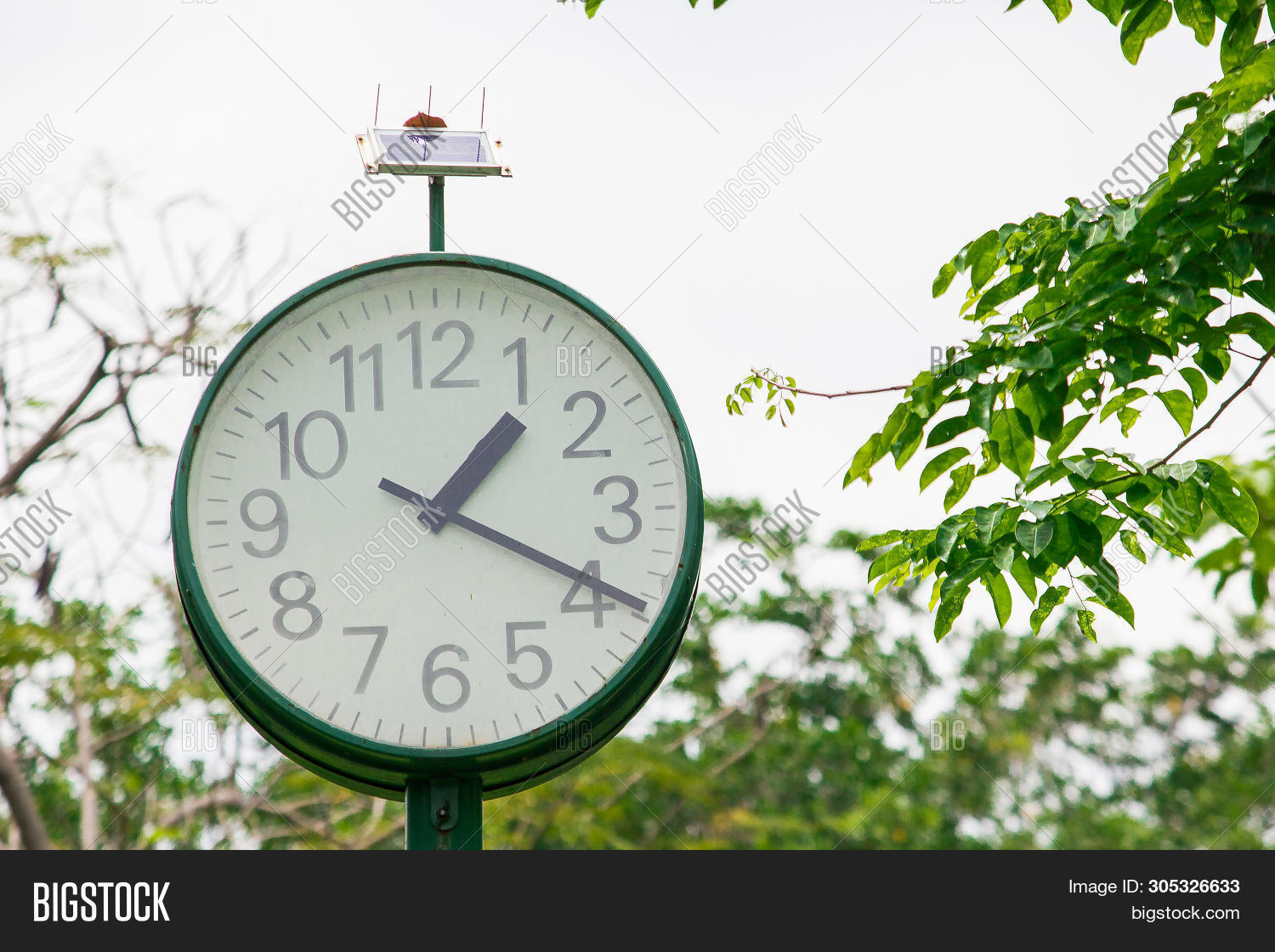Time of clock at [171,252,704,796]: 1:19
